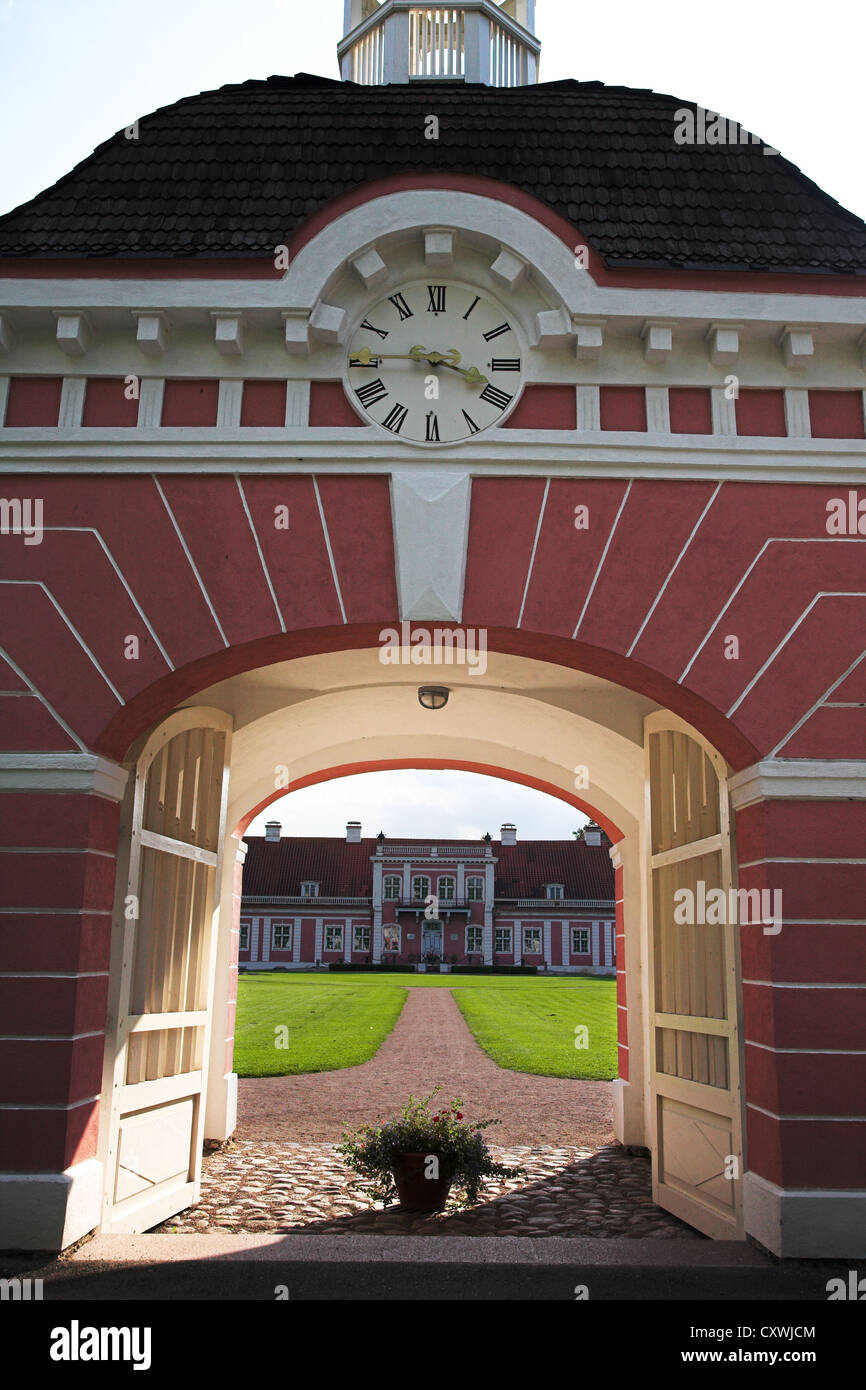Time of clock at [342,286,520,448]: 3:44
